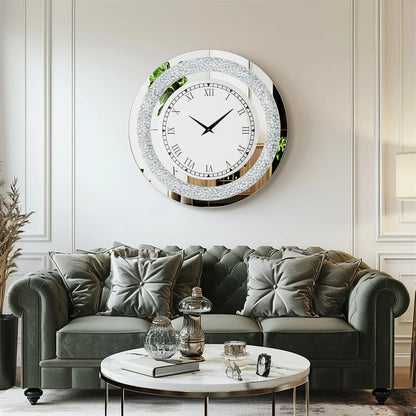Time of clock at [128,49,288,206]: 10:08
